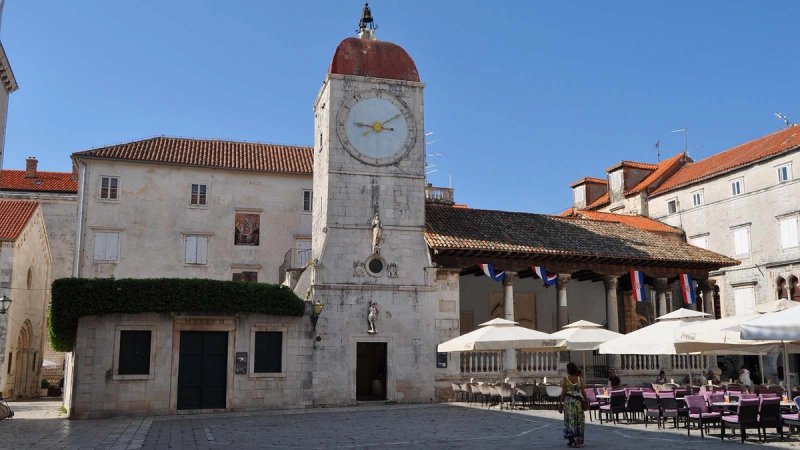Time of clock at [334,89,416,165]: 9:09
